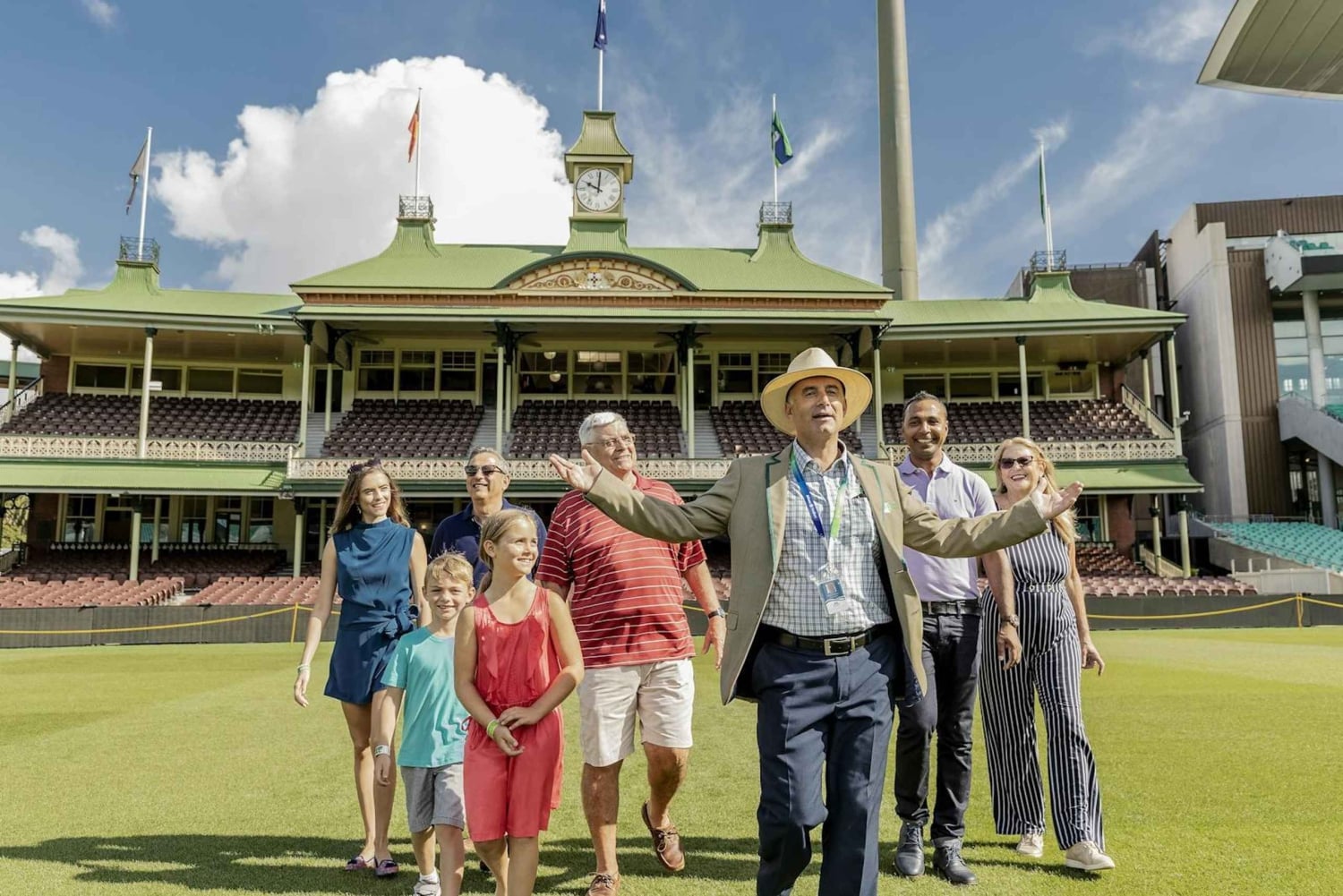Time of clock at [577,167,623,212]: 10:00
